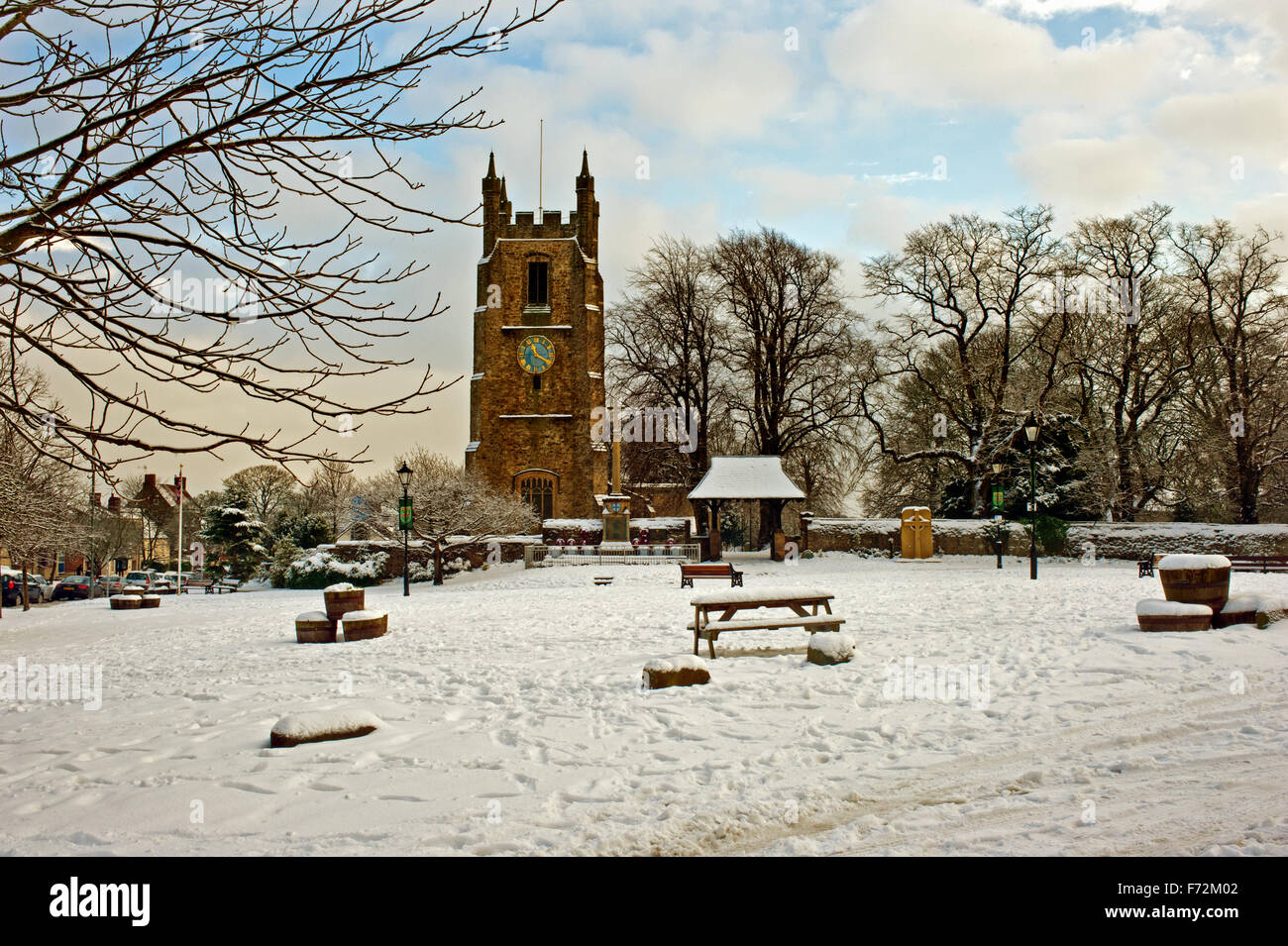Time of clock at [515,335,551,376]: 11:19
